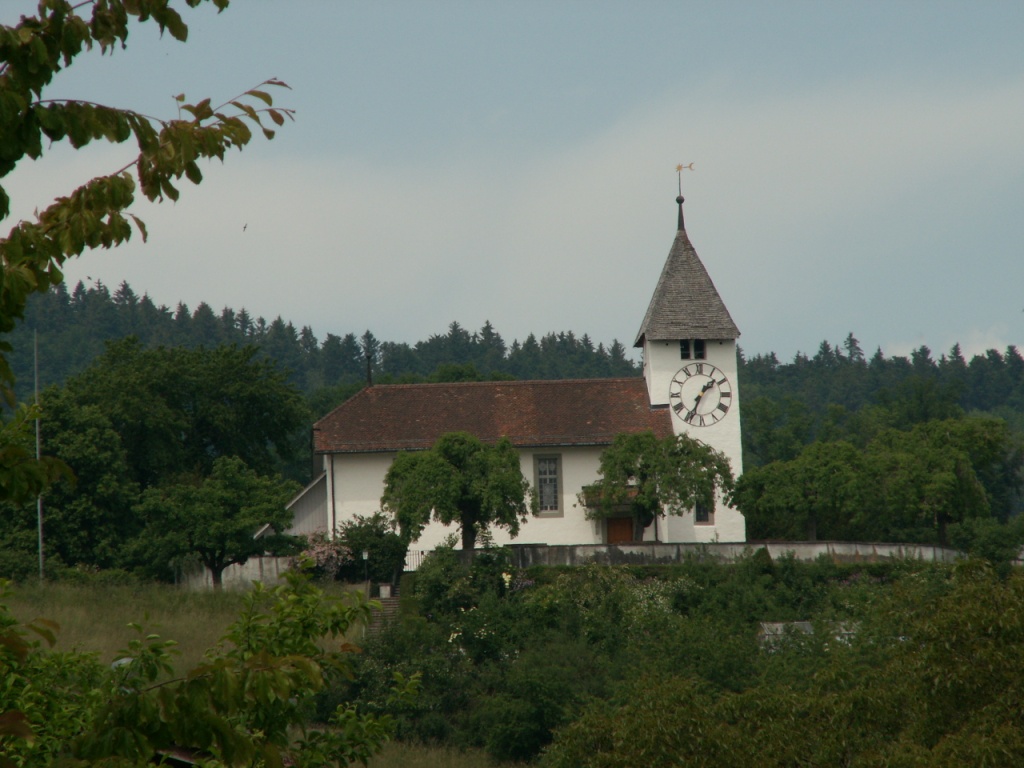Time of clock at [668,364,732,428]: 1:34
